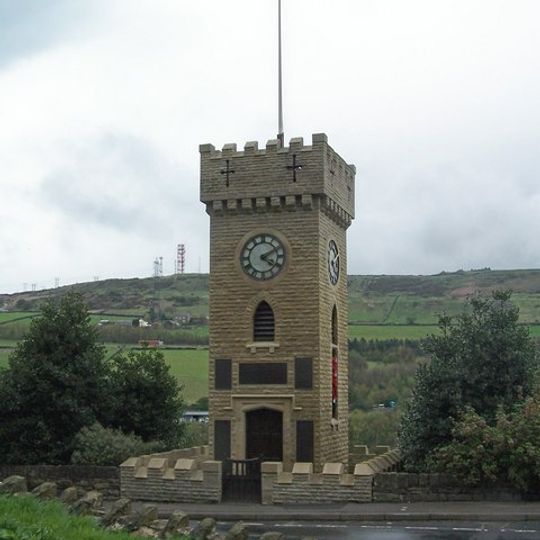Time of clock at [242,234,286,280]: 4:10
